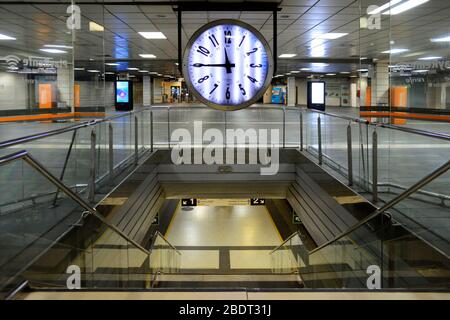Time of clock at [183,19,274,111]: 11:44
